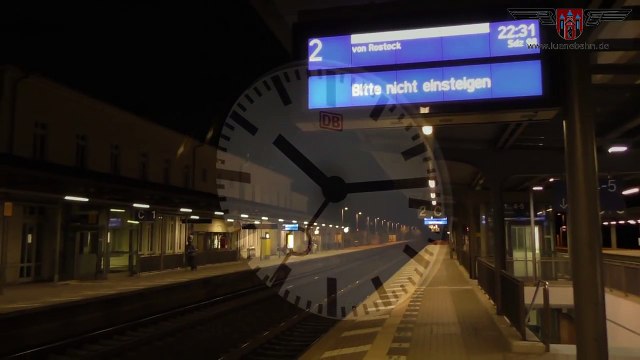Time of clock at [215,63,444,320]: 10:13
